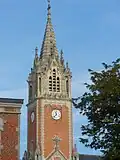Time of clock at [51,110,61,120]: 11:37
